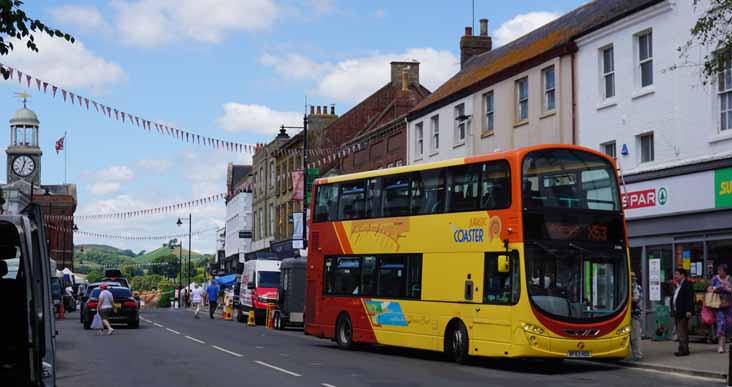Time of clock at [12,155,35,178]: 12:33
